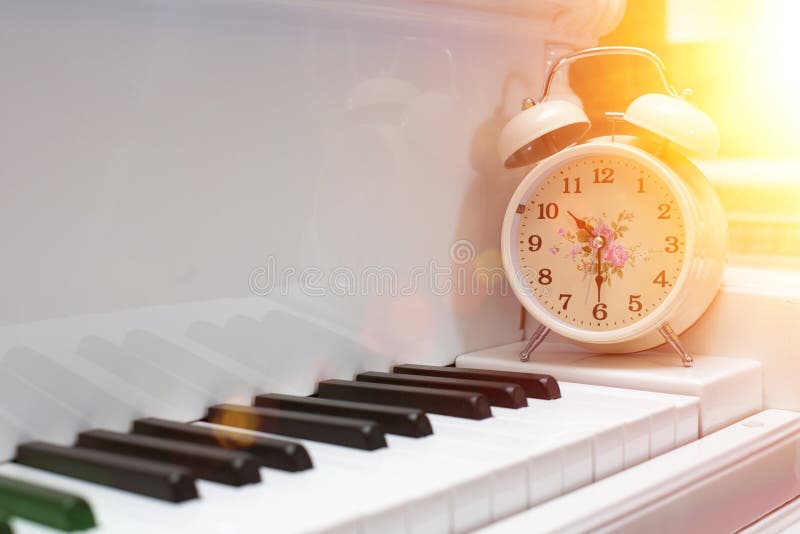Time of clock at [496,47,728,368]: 10:30
